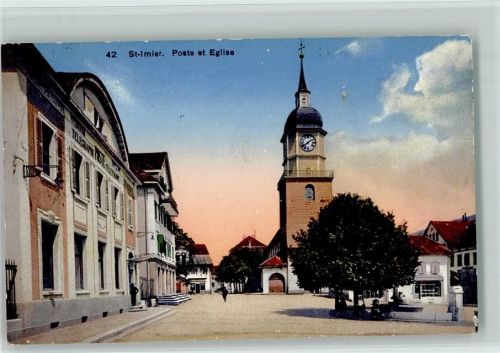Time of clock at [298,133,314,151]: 1:39
